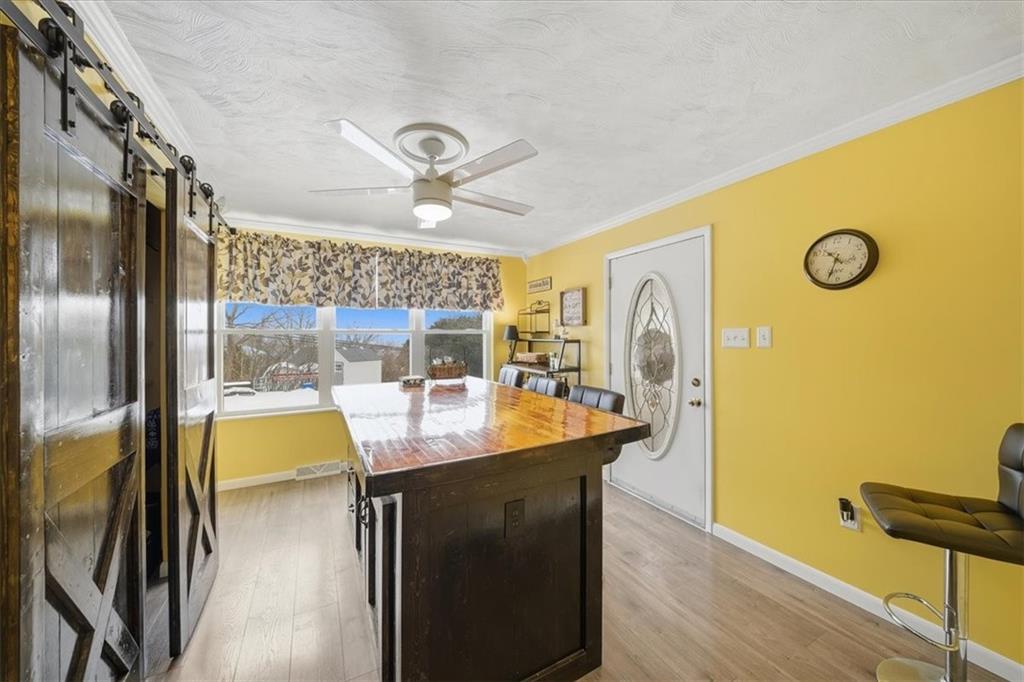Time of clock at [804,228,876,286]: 10:33
